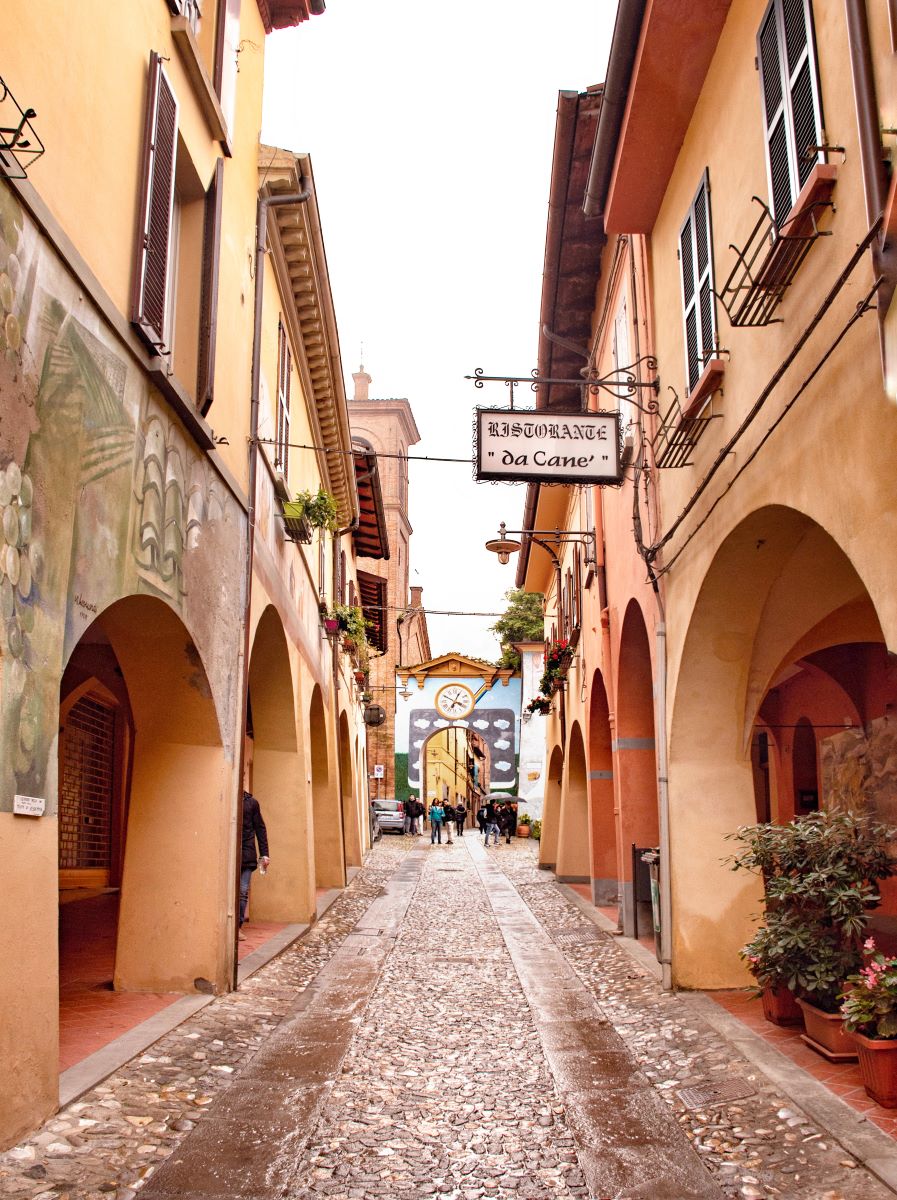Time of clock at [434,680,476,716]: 4:04
